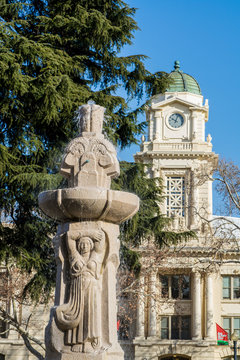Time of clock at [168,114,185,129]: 10:02
